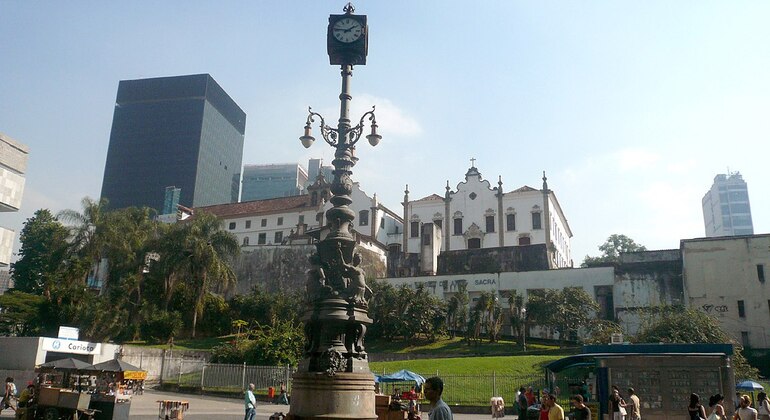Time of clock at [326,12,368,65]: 1:46
